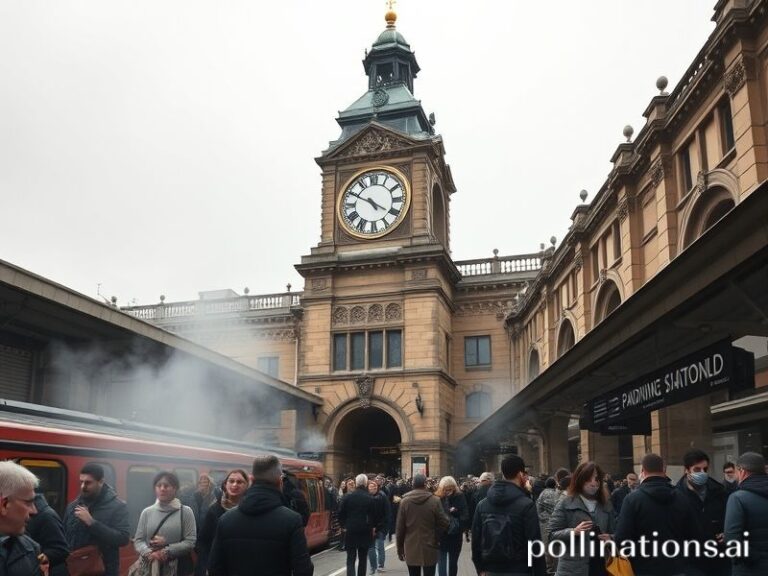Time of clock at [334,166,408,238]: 4:49
